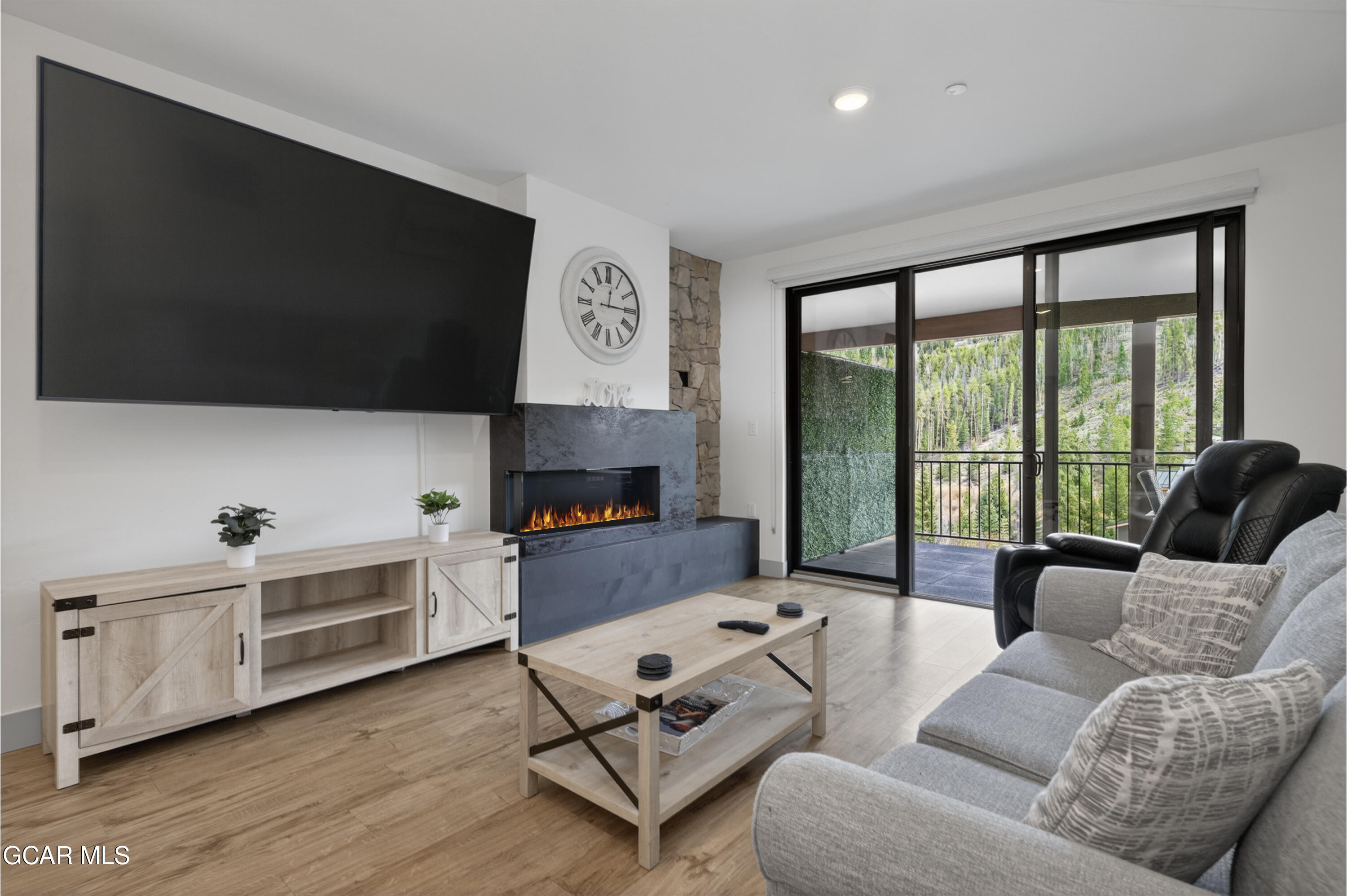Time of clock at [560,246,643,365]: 12:15
